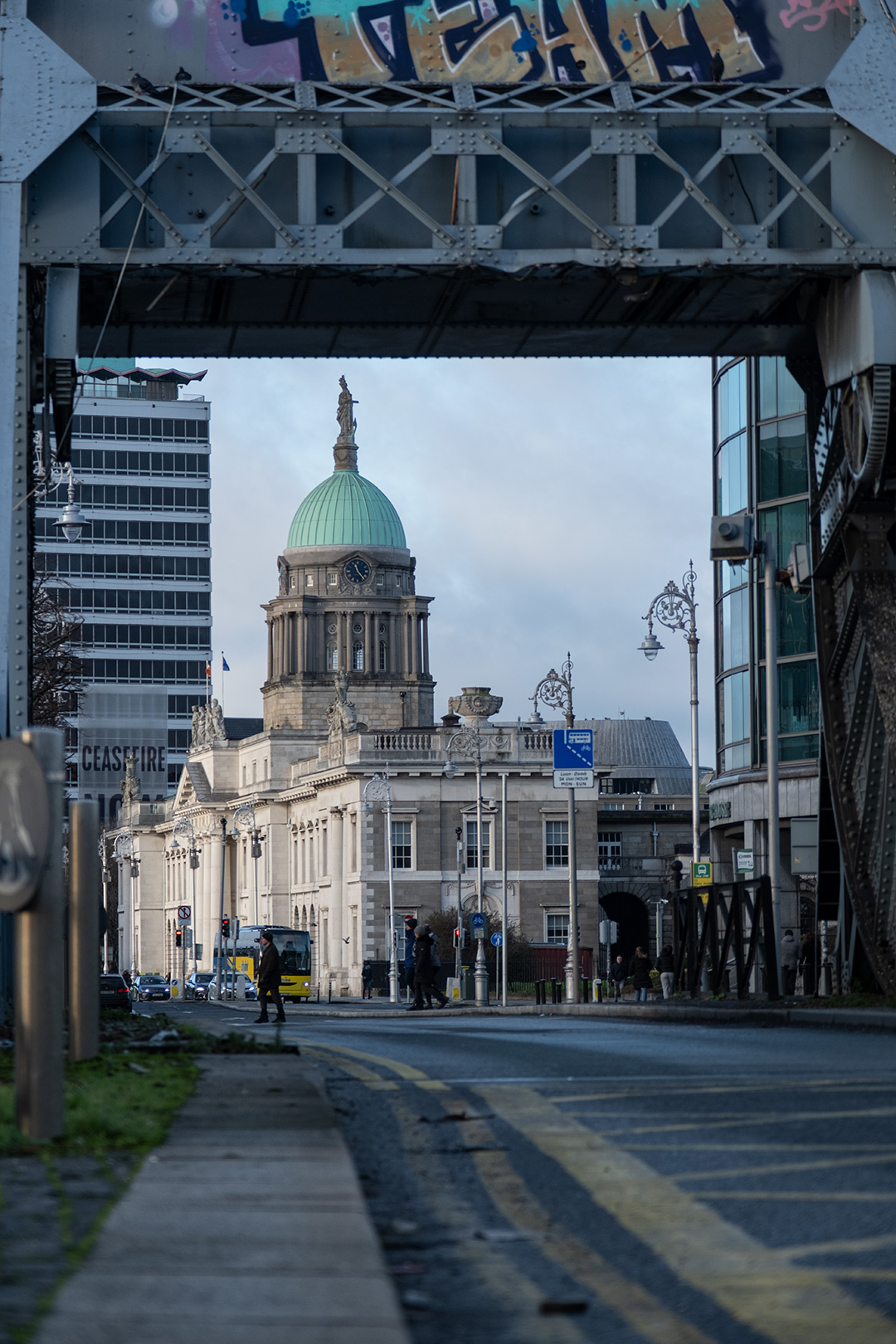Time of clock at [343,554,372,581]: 11:23
